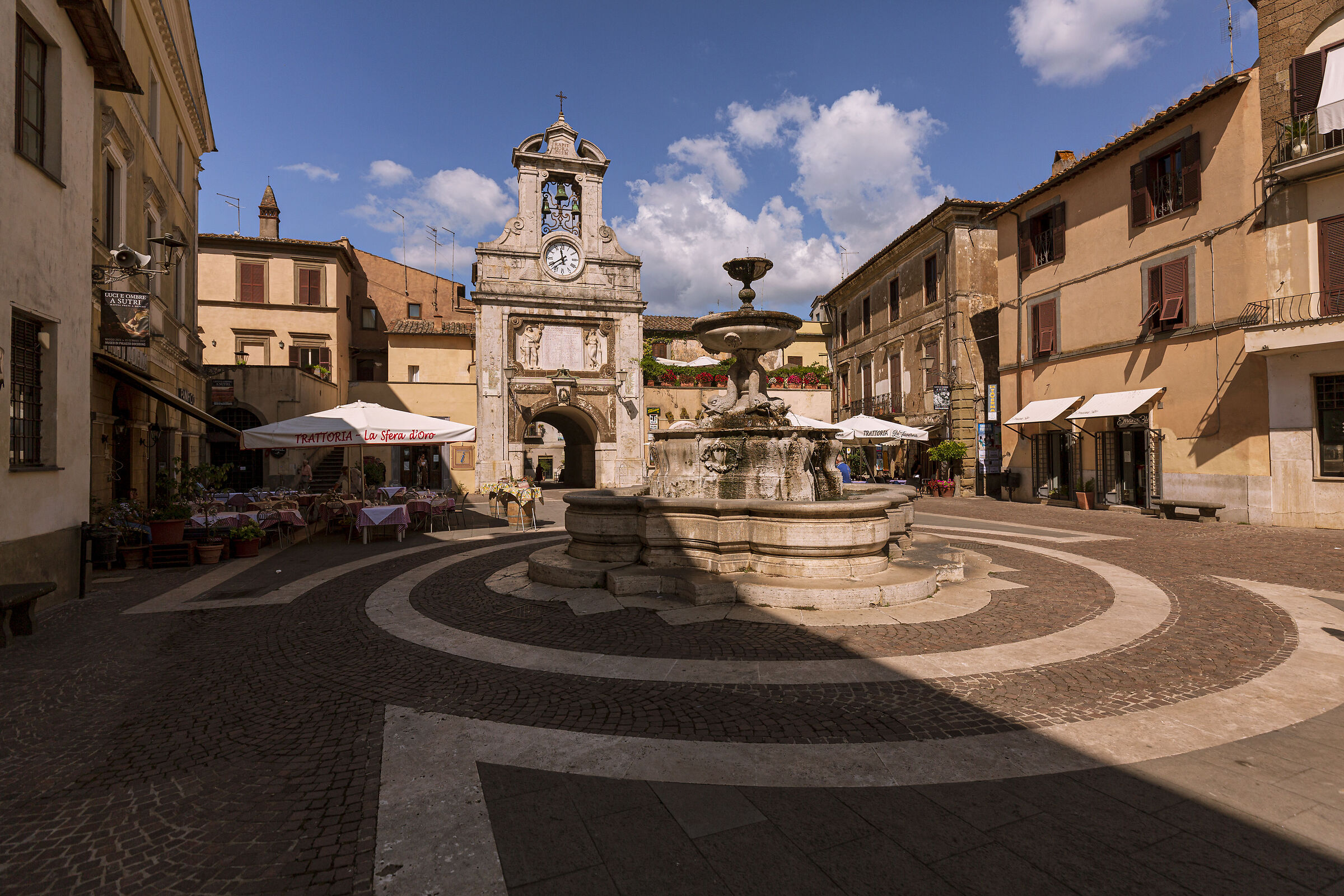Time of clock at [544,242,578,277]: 11:39
